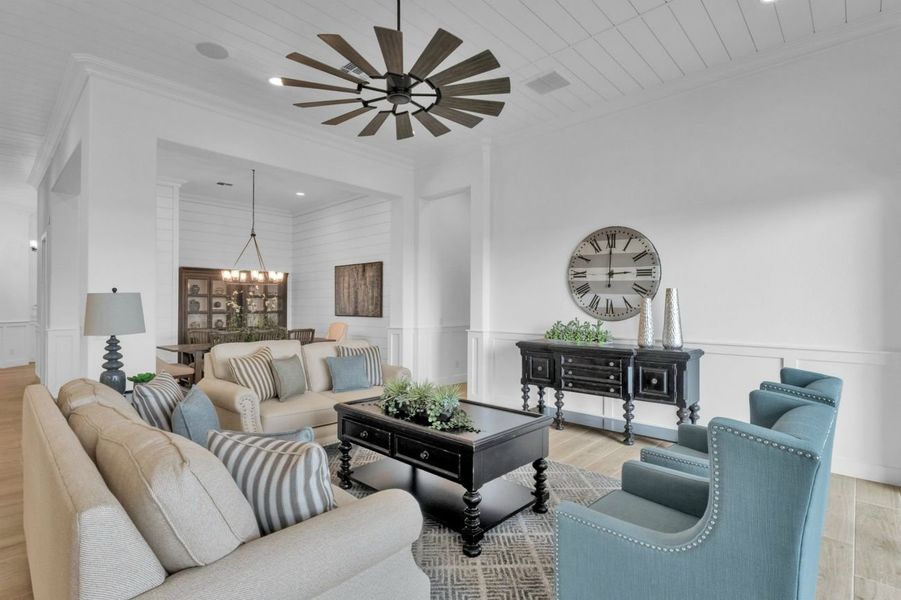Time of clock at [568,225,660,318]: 2:59
